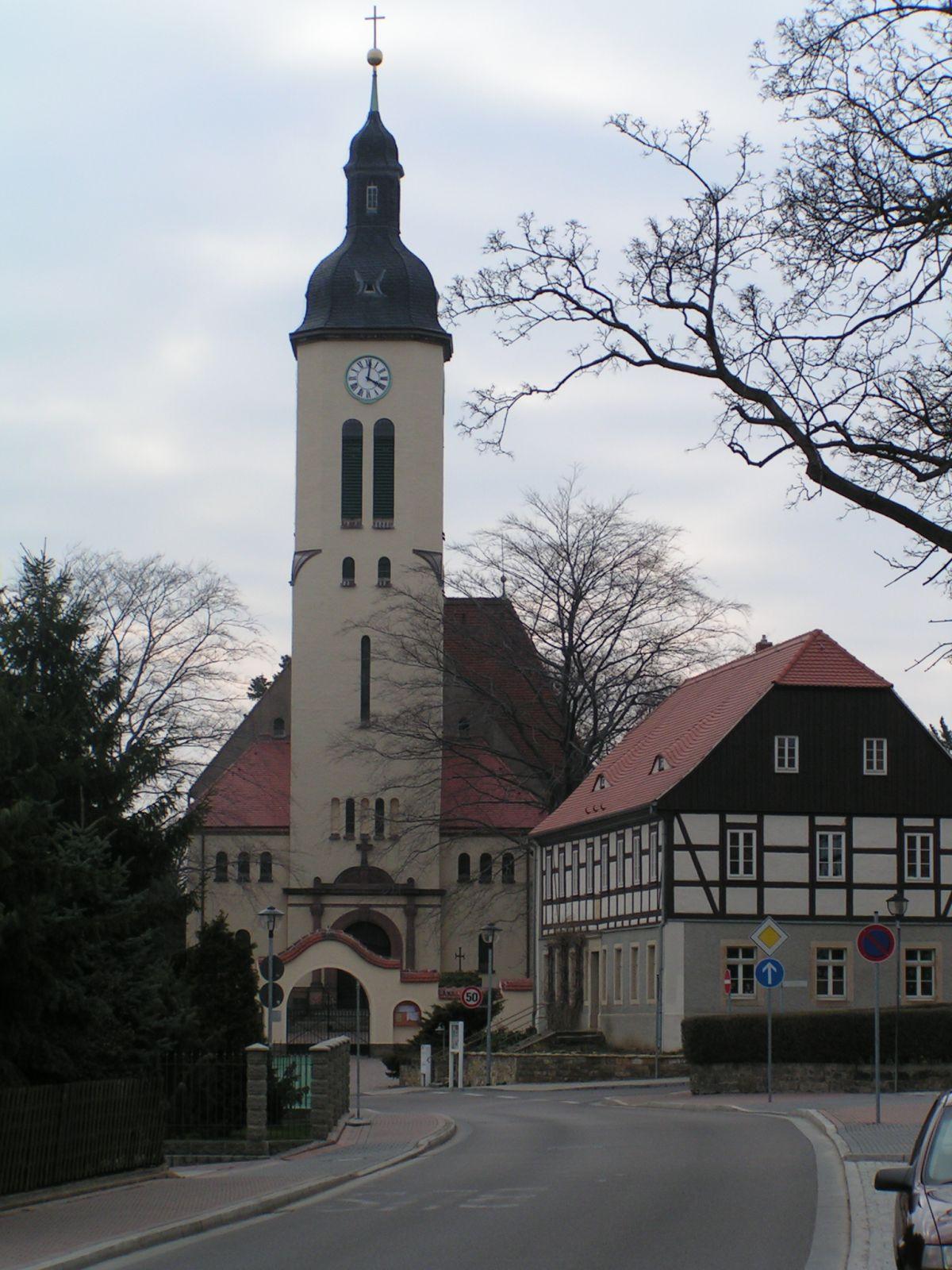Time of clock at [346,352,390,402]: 4:01
